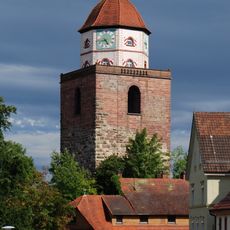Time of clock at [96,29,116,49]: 4:42
